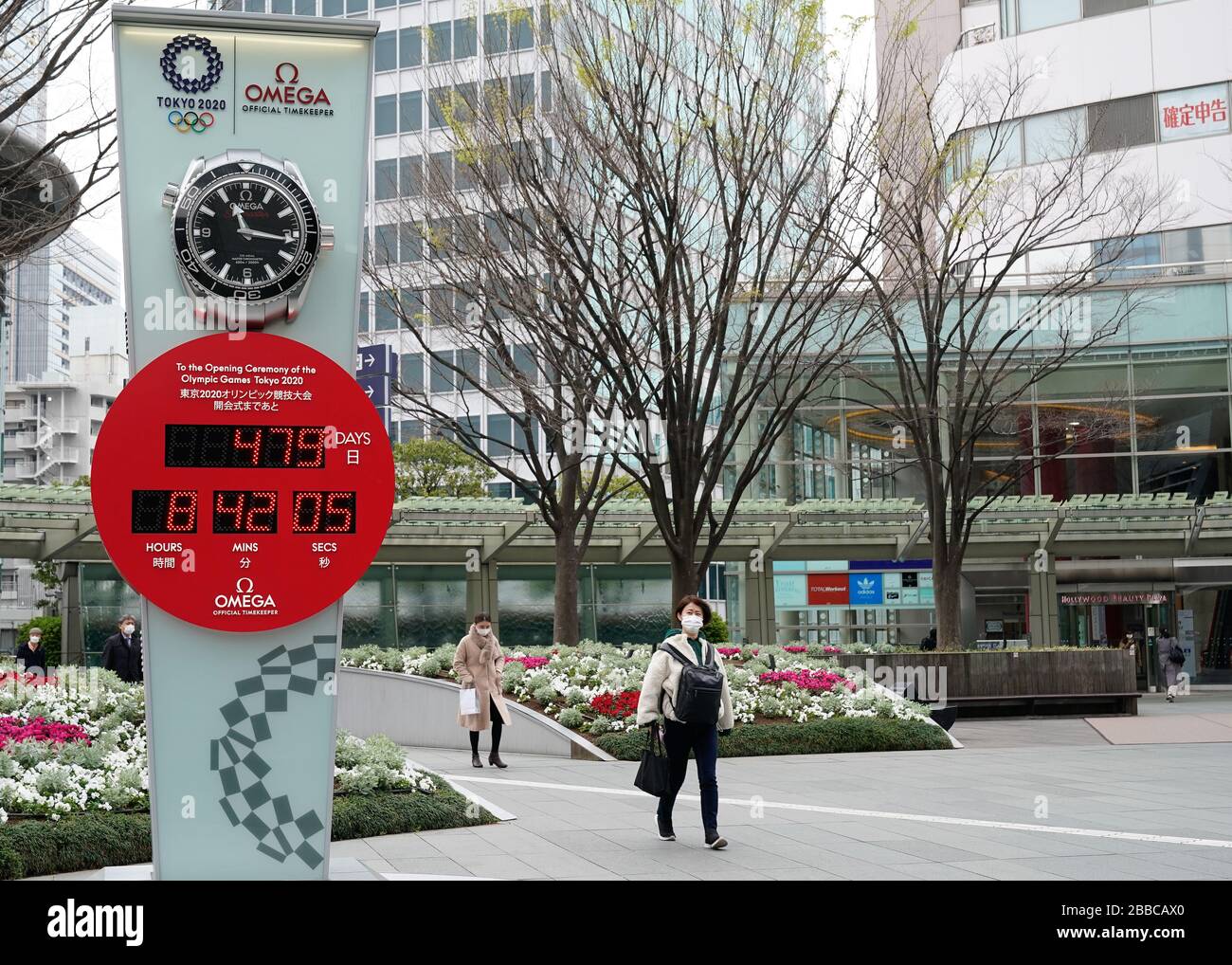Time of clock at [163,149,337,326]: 11:16
